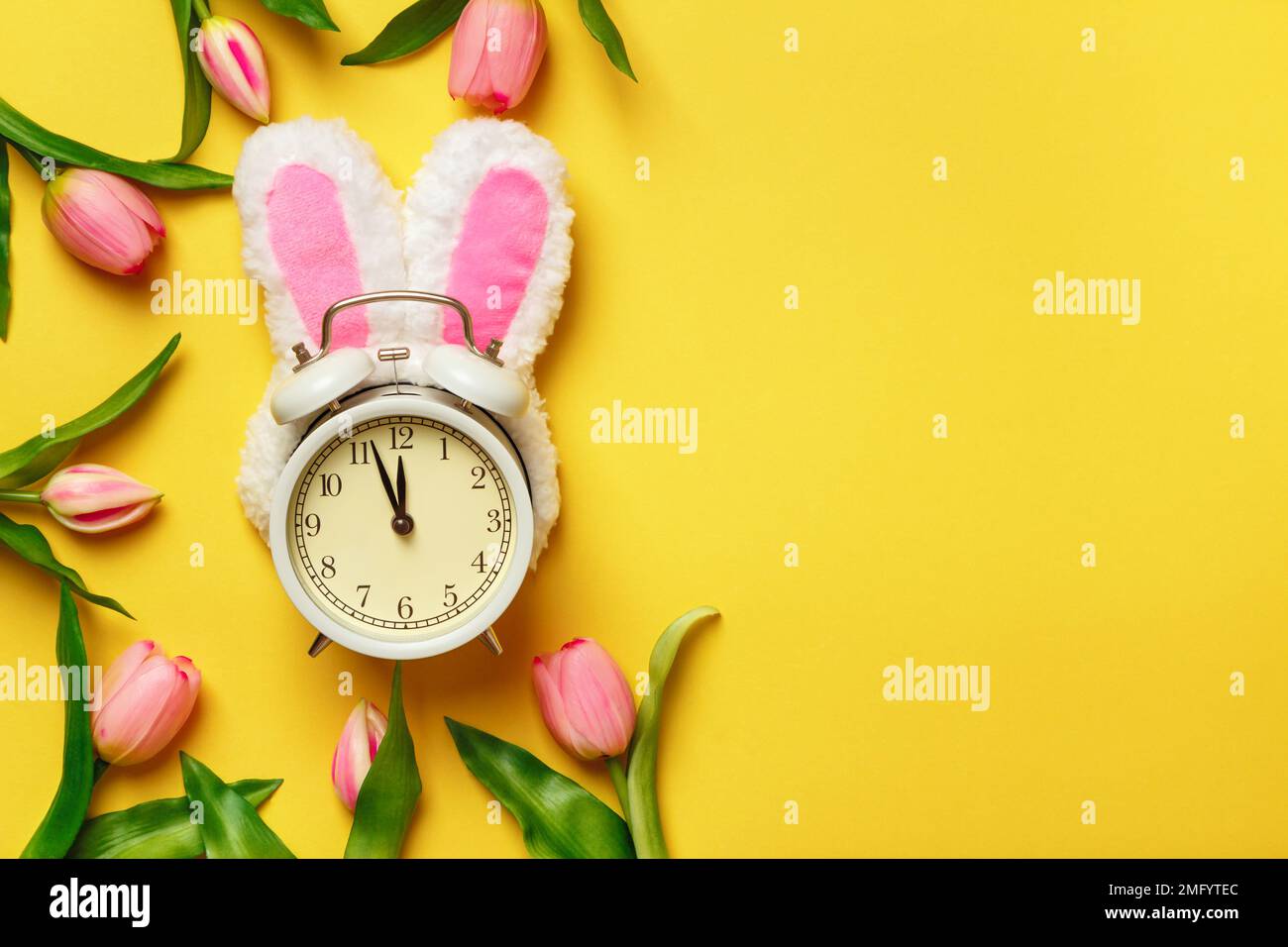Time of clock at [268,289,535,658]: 11:56
